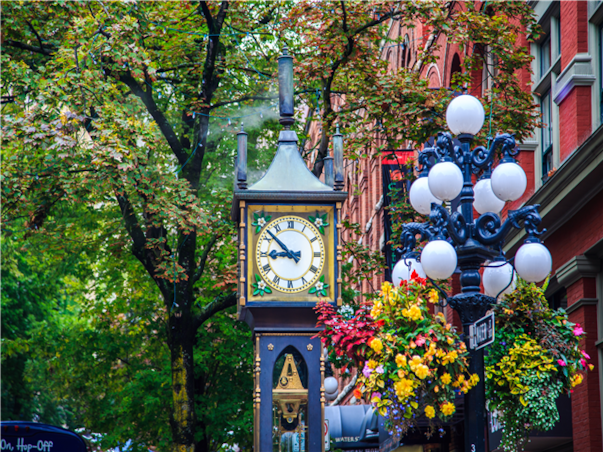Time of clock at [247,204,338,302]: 8:52
